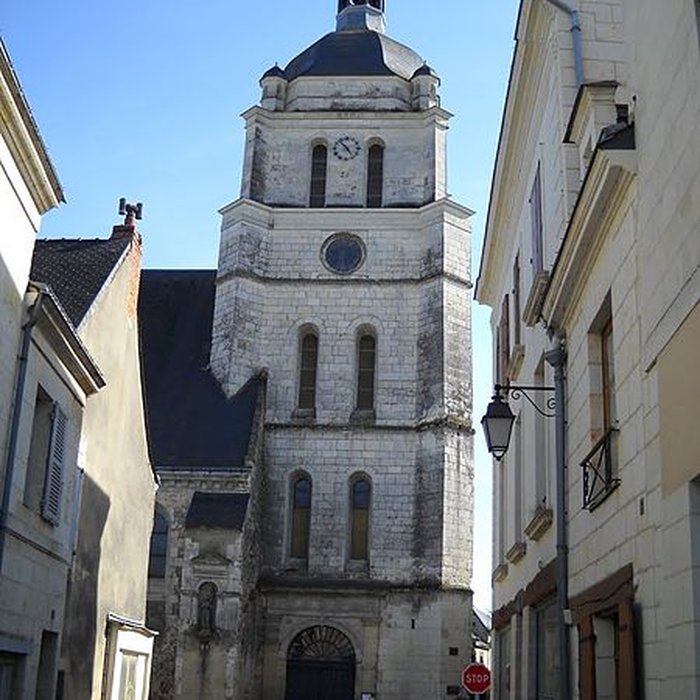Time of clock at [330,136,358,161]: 4:52
